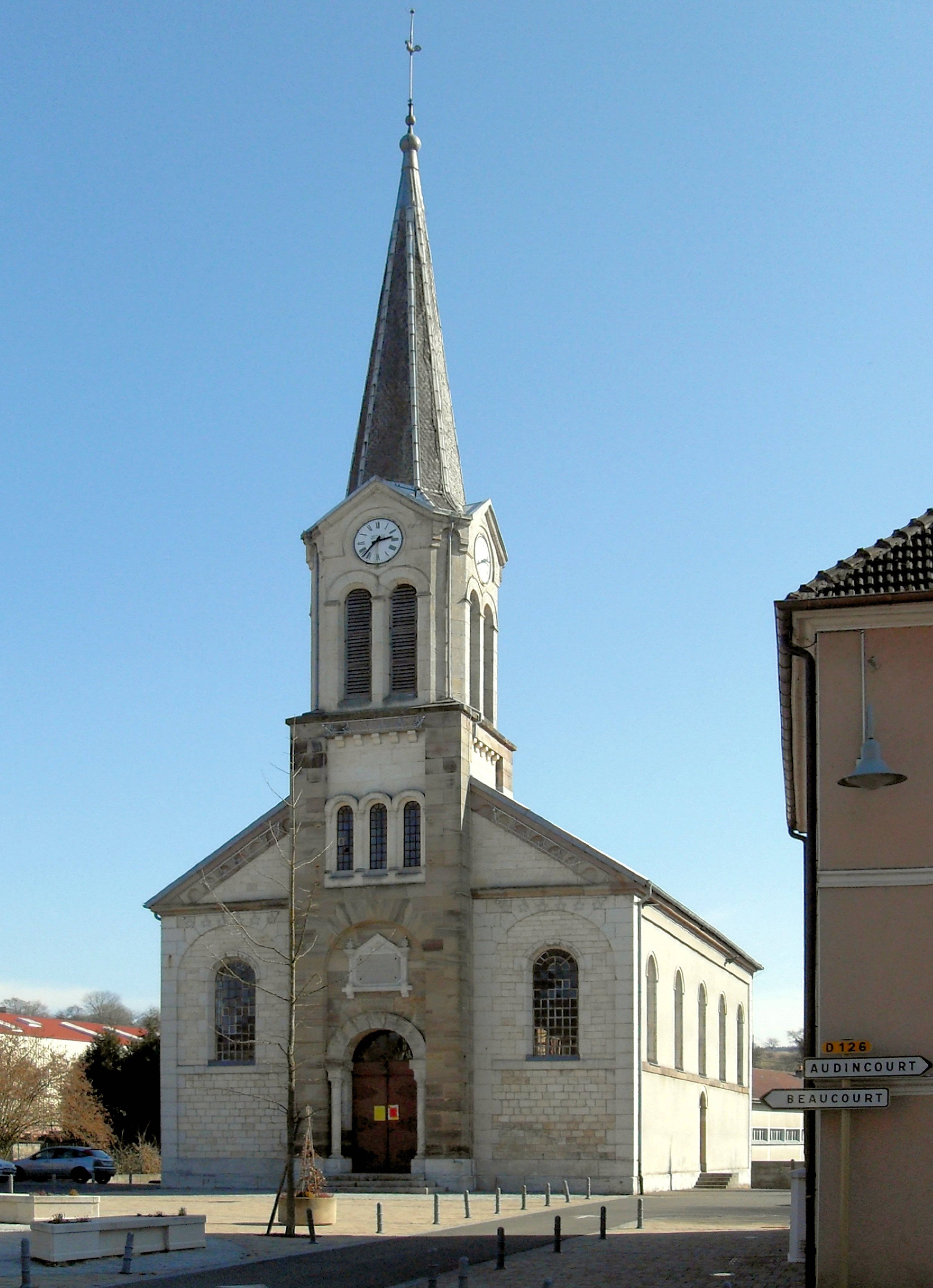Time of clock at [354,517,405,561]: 2:36
